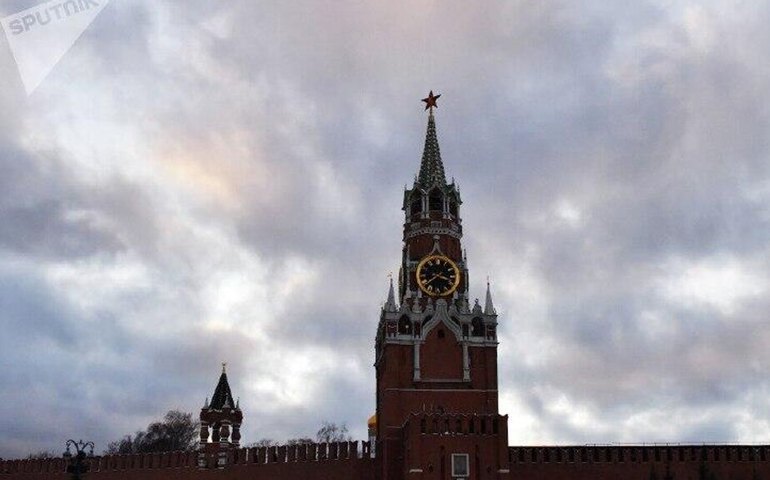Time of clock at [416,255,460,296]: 3:38
